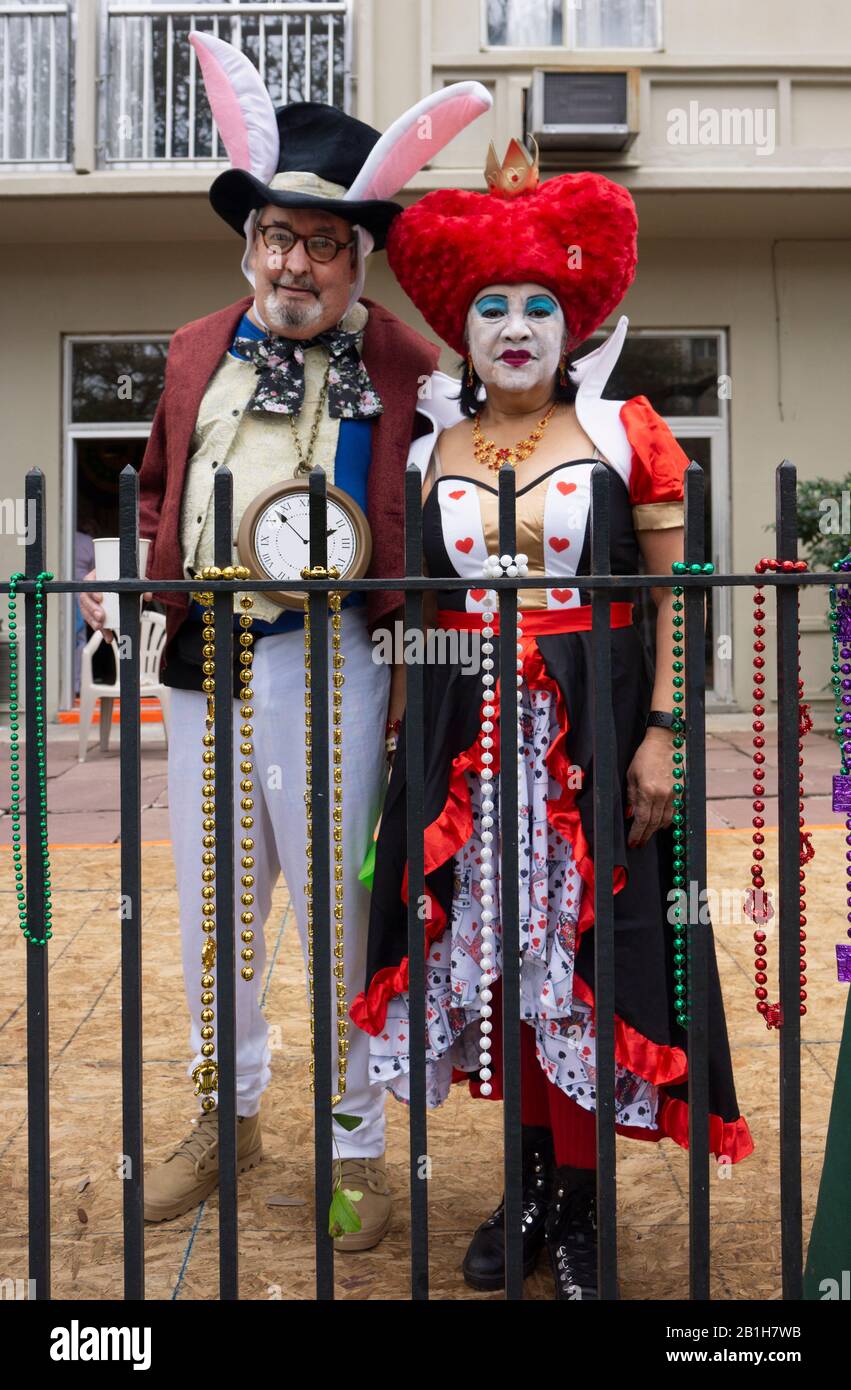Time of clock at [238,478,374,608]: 1:52
